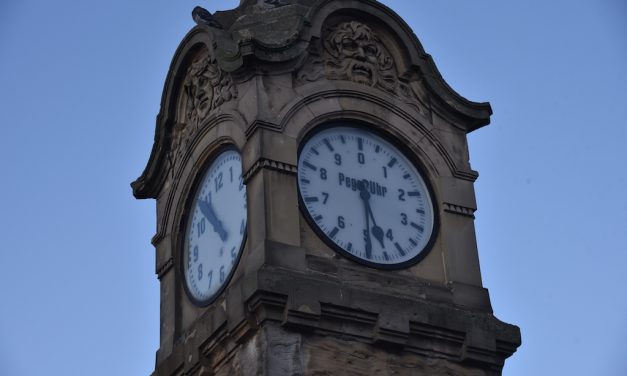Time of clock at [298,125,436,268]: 5:30
